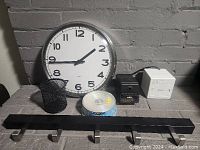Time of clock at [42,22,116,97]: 1:44
